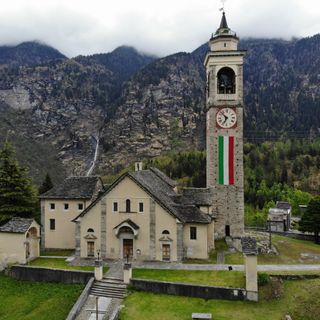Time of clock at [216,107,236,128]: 6:52
